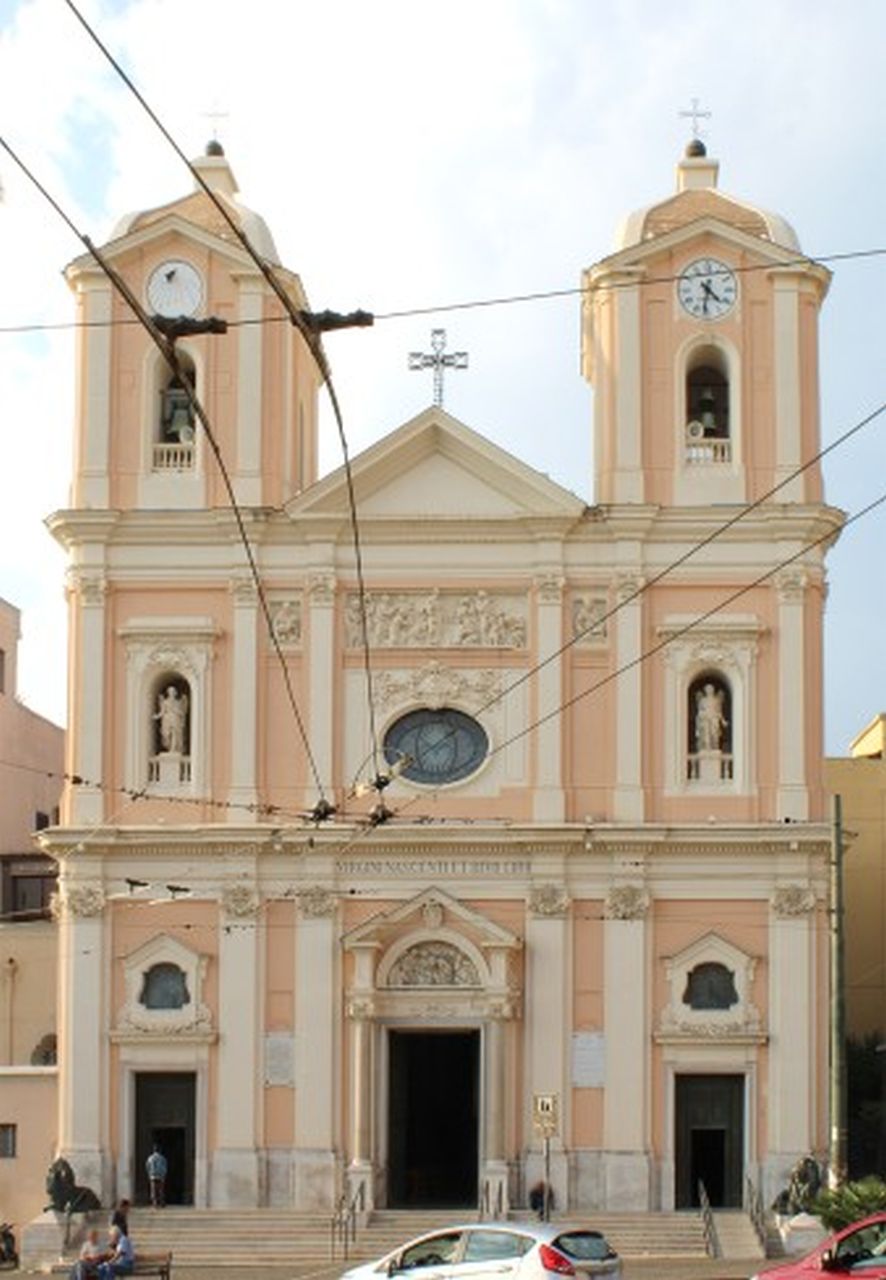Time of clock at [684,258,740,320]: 4:31
